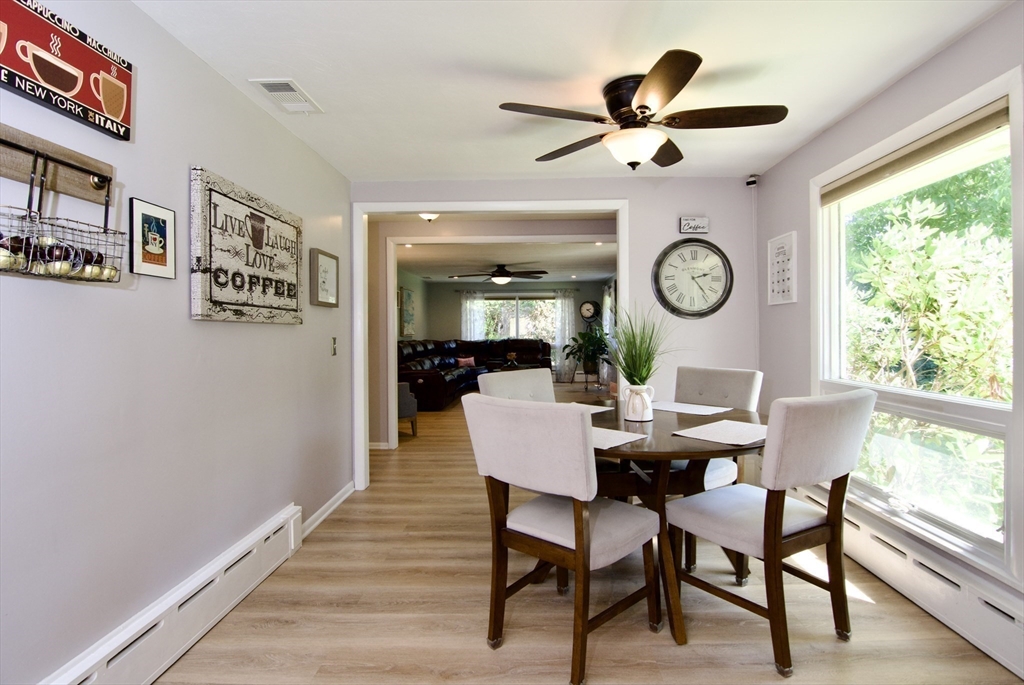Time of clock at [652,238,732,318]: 2:23
